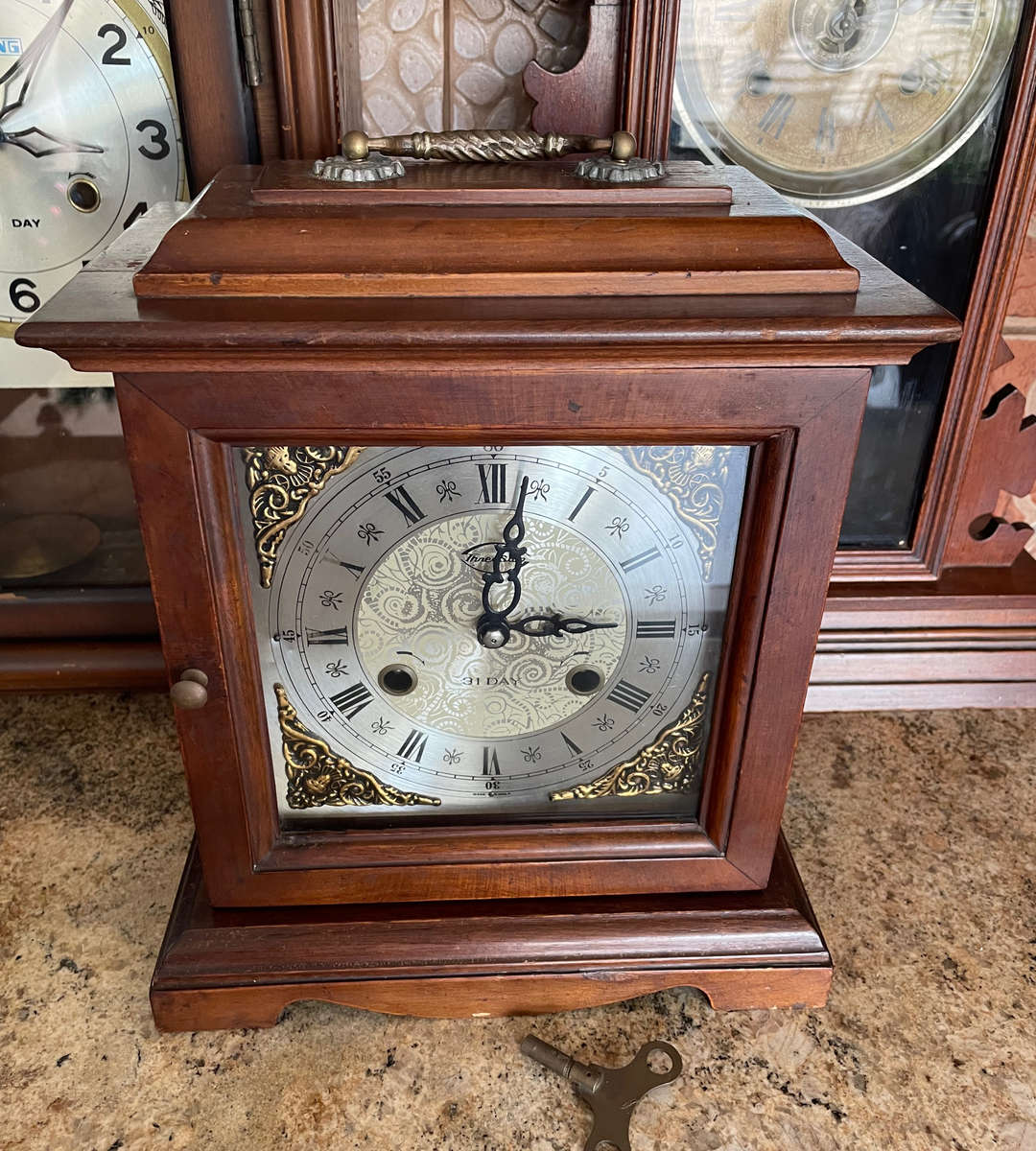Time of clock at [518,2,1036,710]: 3:01
